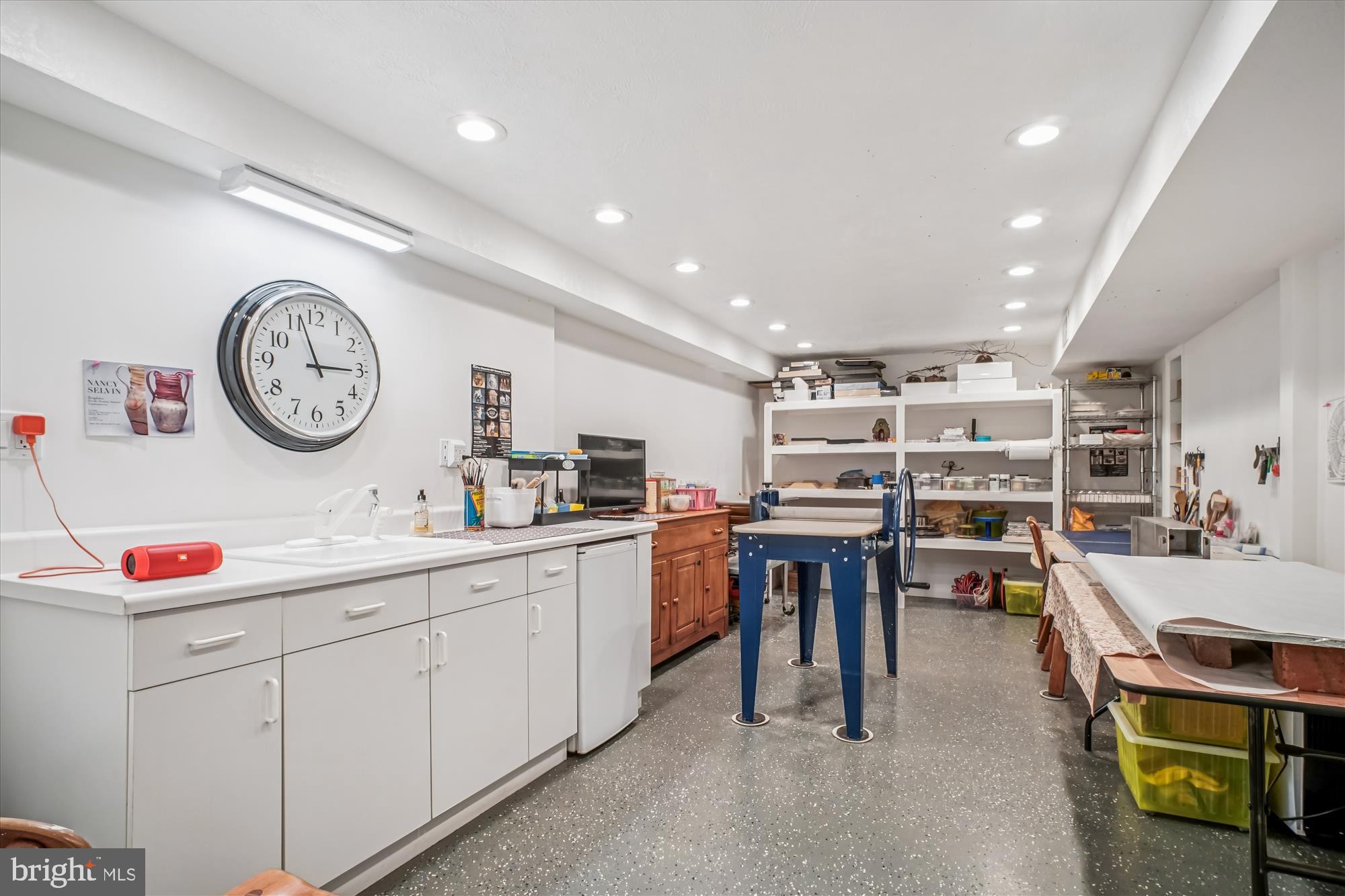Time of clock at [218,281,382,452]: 2:56
